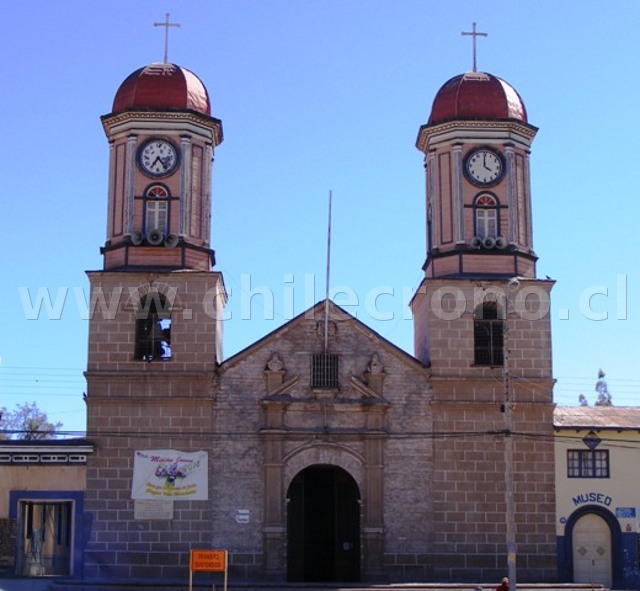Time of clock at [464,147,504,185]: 4:00
